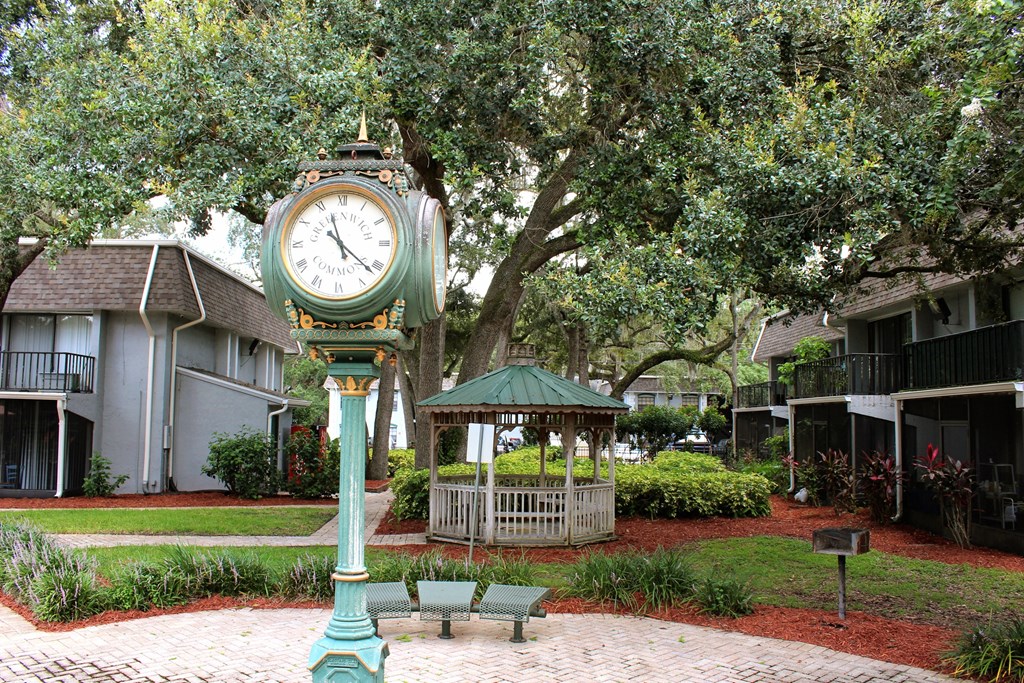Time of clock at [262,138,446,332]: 11:21
